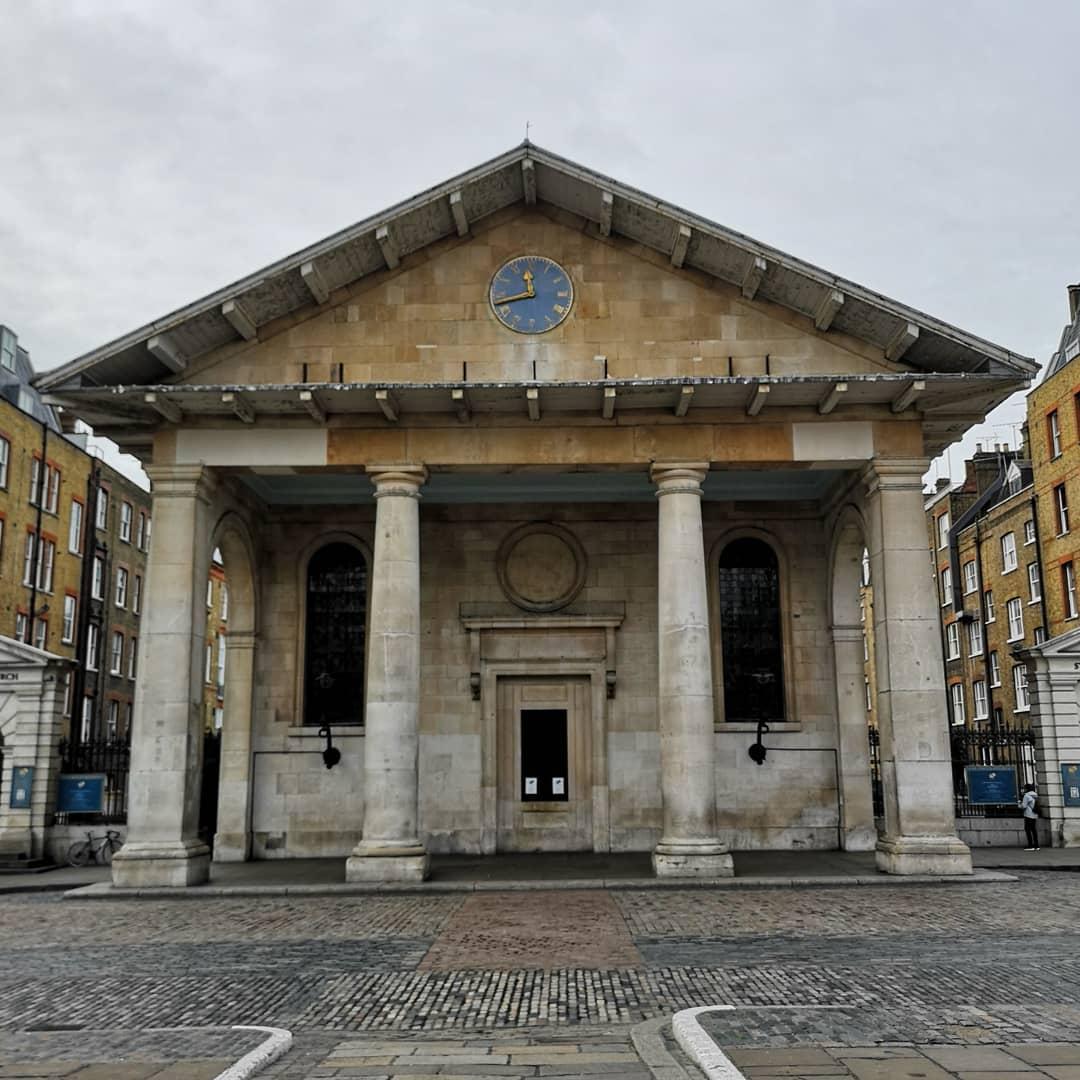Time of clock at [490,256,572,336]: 11:42
